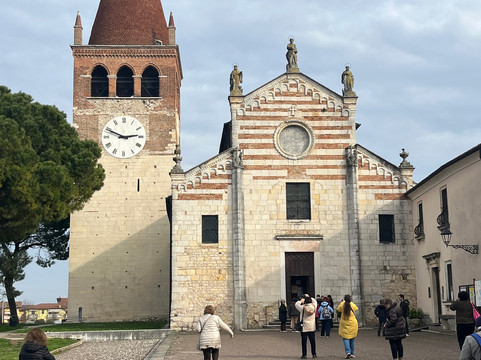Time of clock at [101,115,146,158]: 2:48
